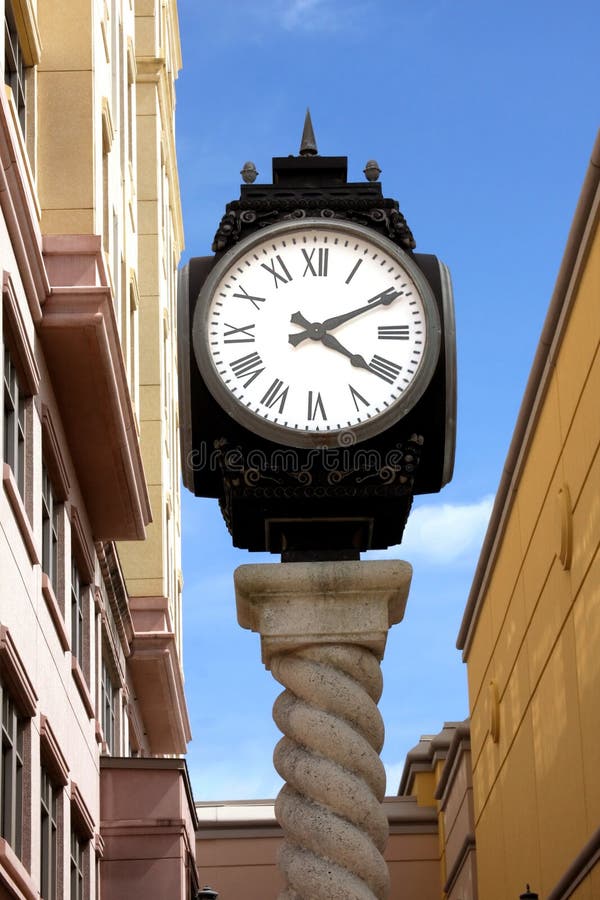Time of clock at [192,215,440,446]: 4:10
